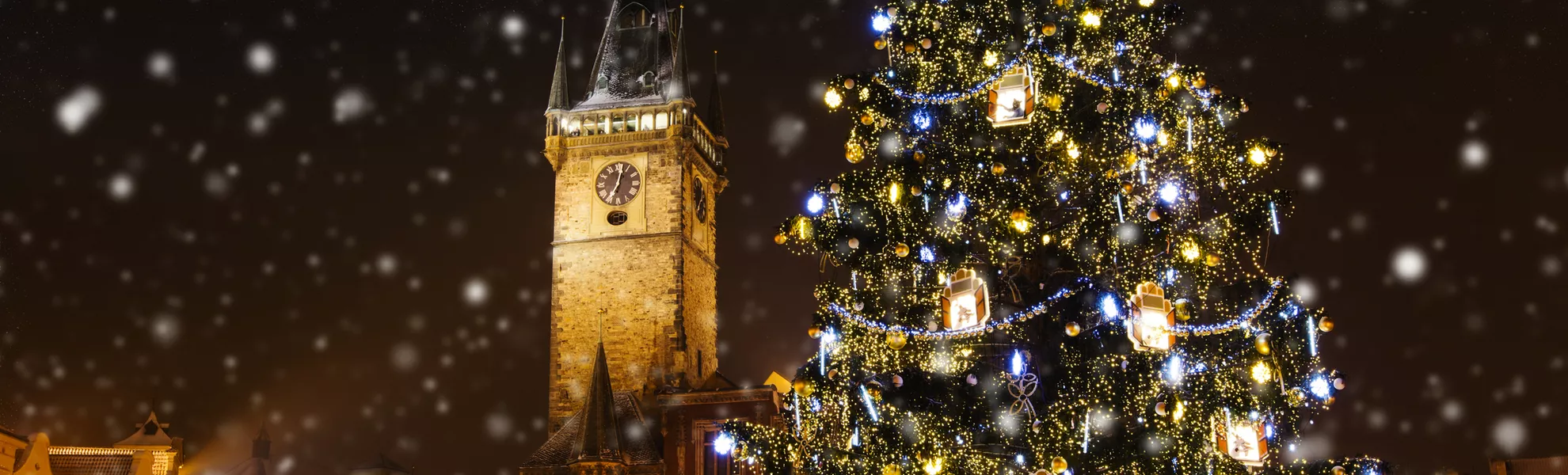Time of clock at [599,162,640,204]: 7:02
